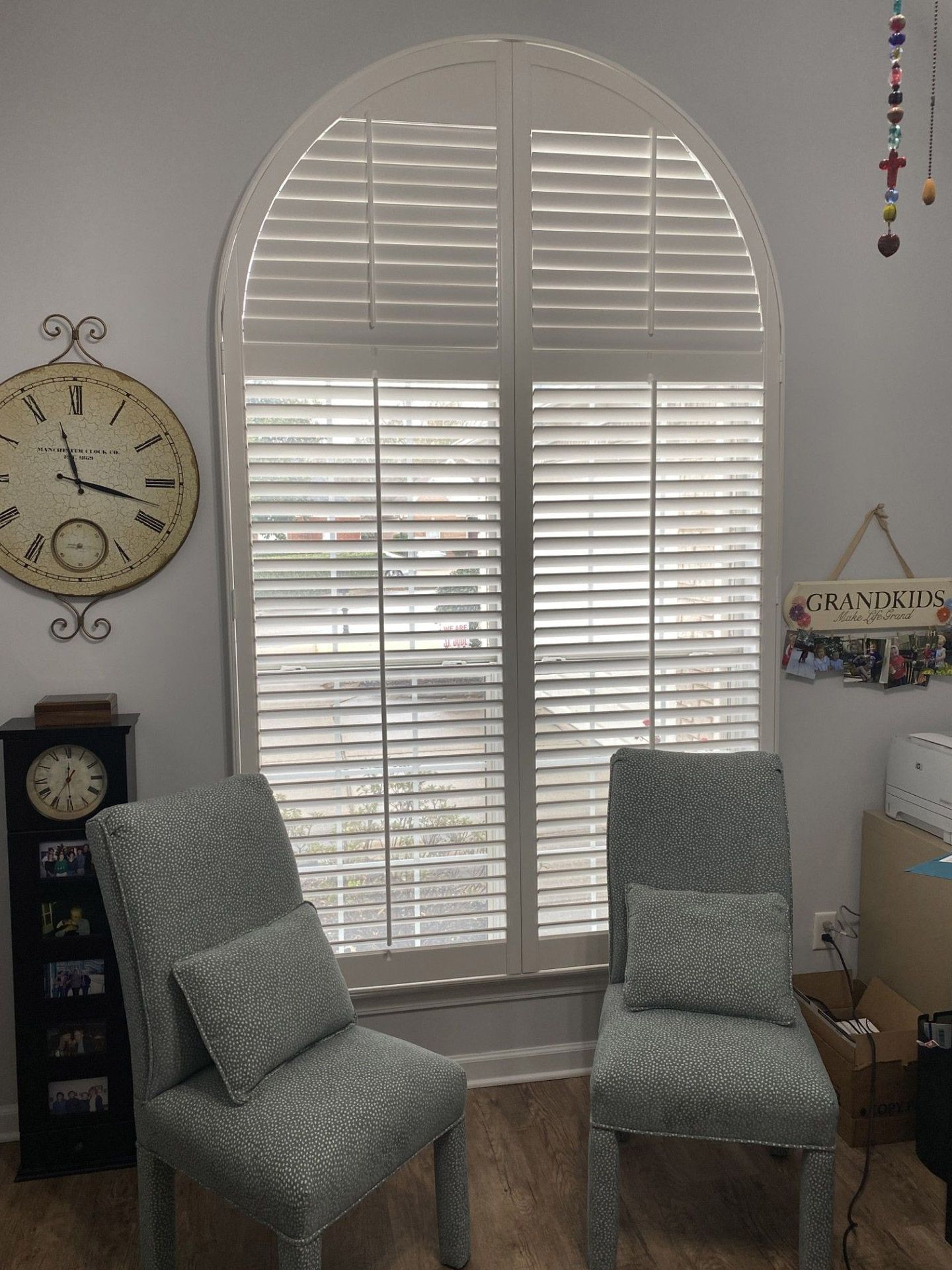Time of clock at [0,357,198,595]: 11:17
